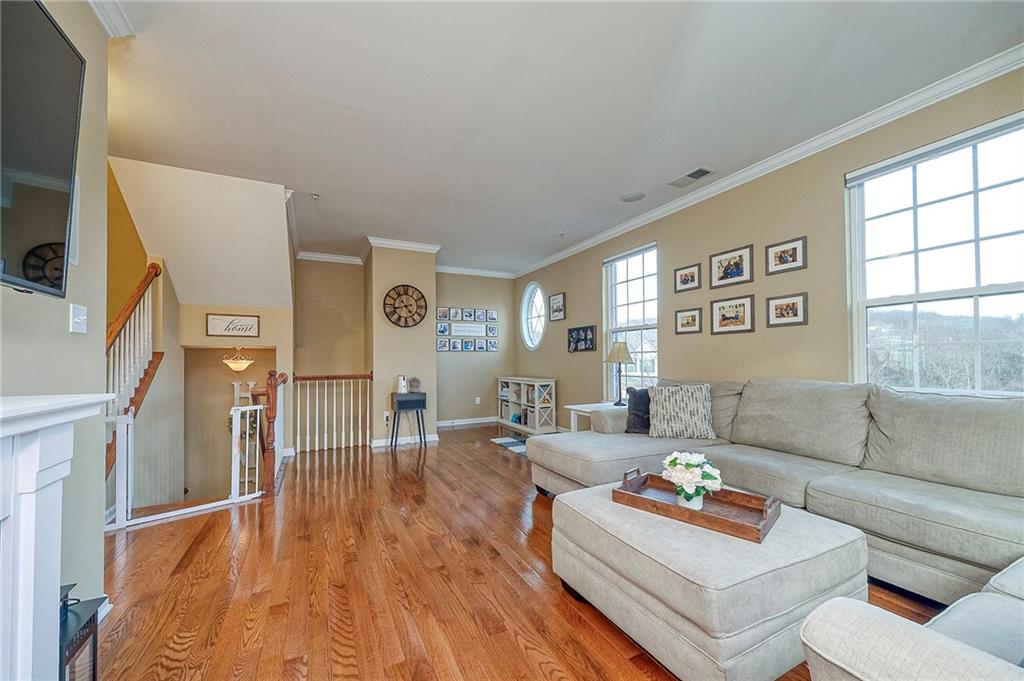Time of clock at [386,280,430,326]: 4:42
